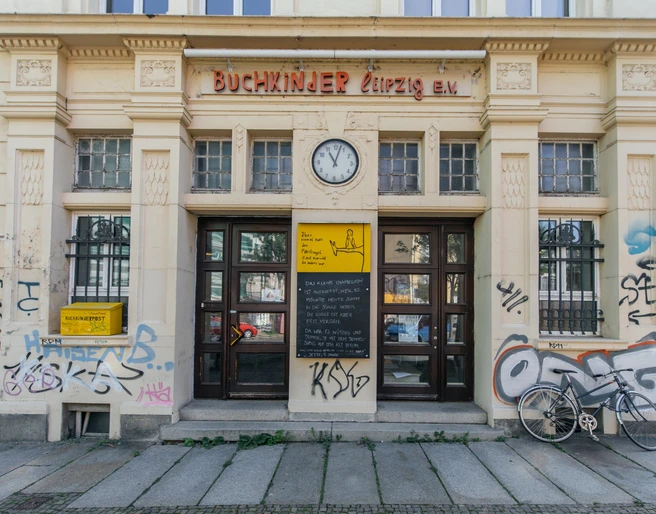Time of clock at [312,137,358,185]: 11:02
